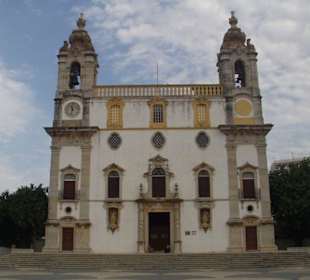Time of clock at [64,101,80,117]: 11:32
